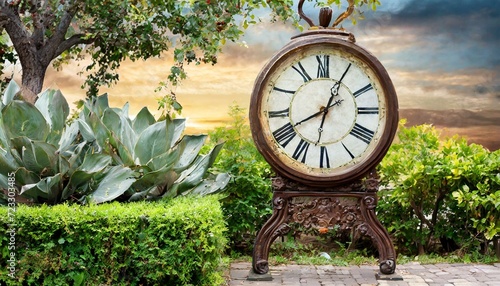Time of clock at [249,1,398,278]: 8:04
